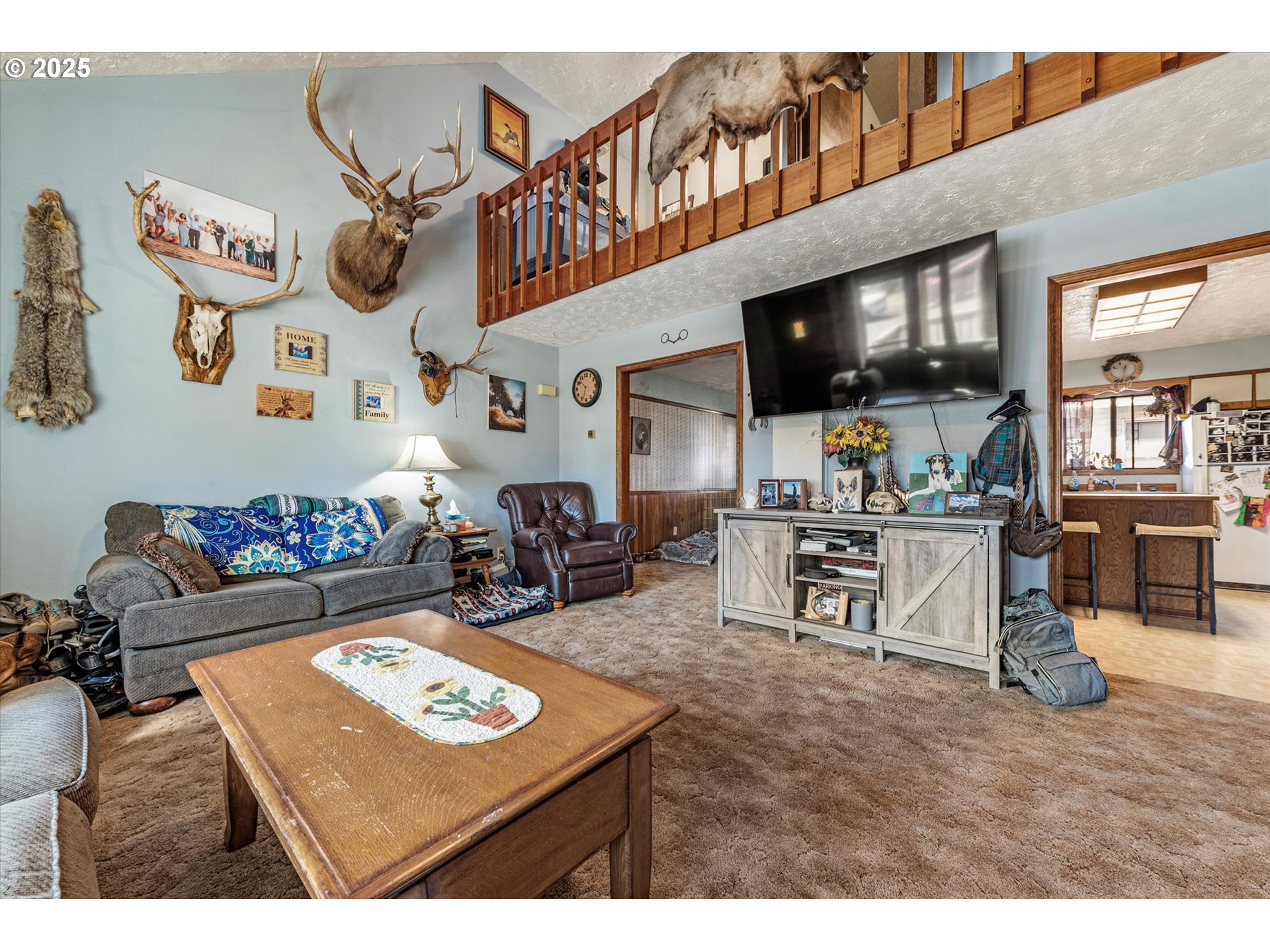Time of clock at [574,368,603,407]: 10:32
